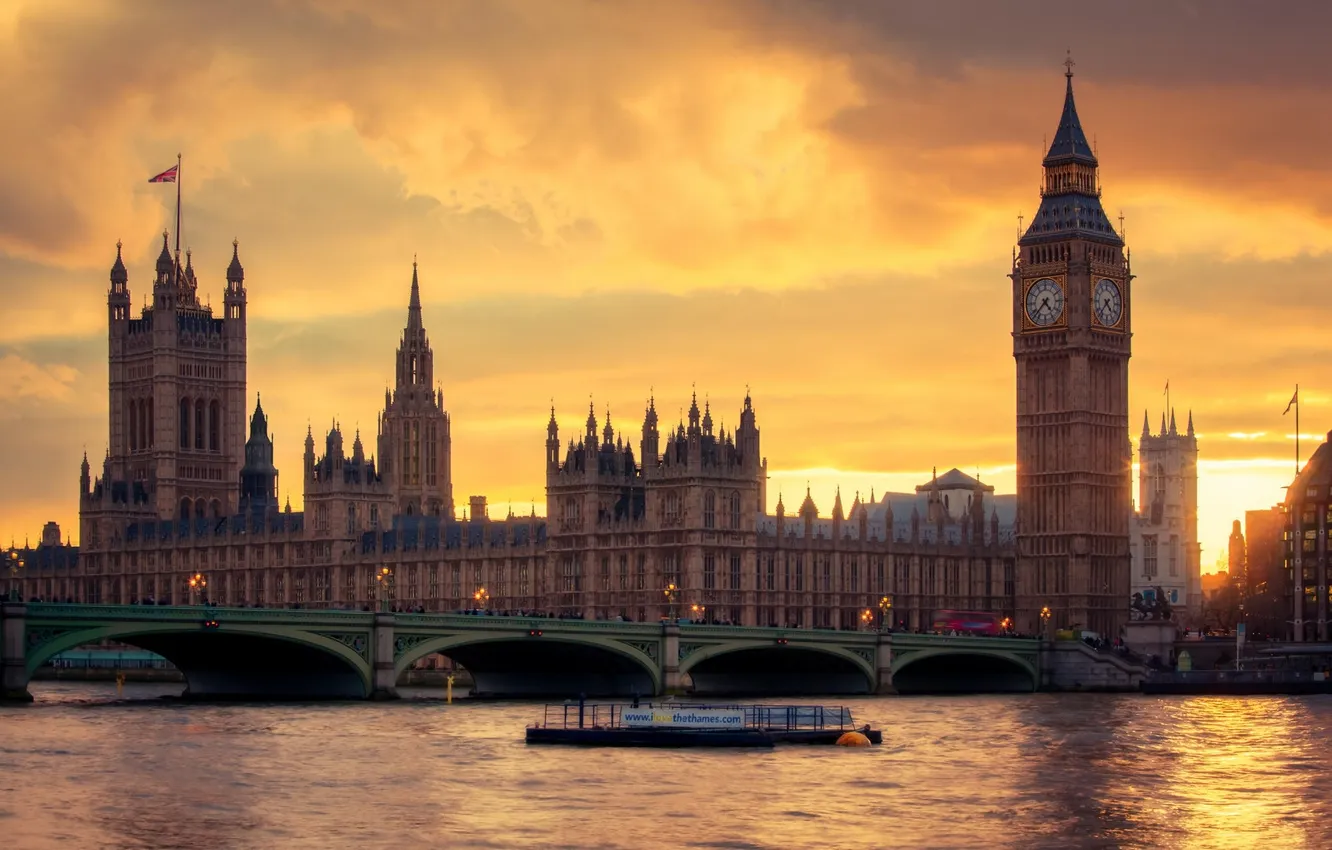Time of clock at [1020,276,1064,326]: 4:37
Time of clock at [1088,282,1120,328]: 4:37
